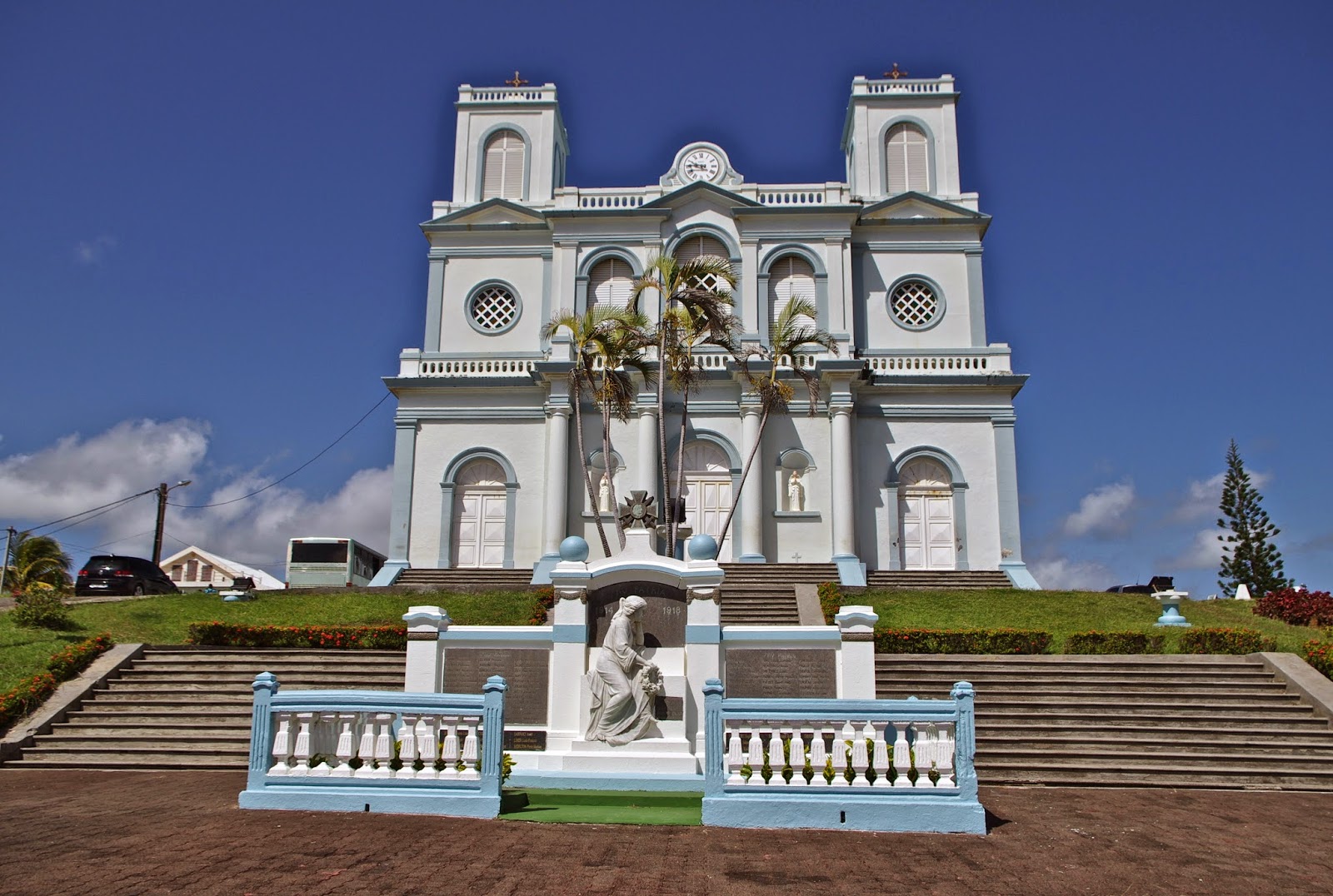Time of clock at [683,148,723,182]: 9:45
